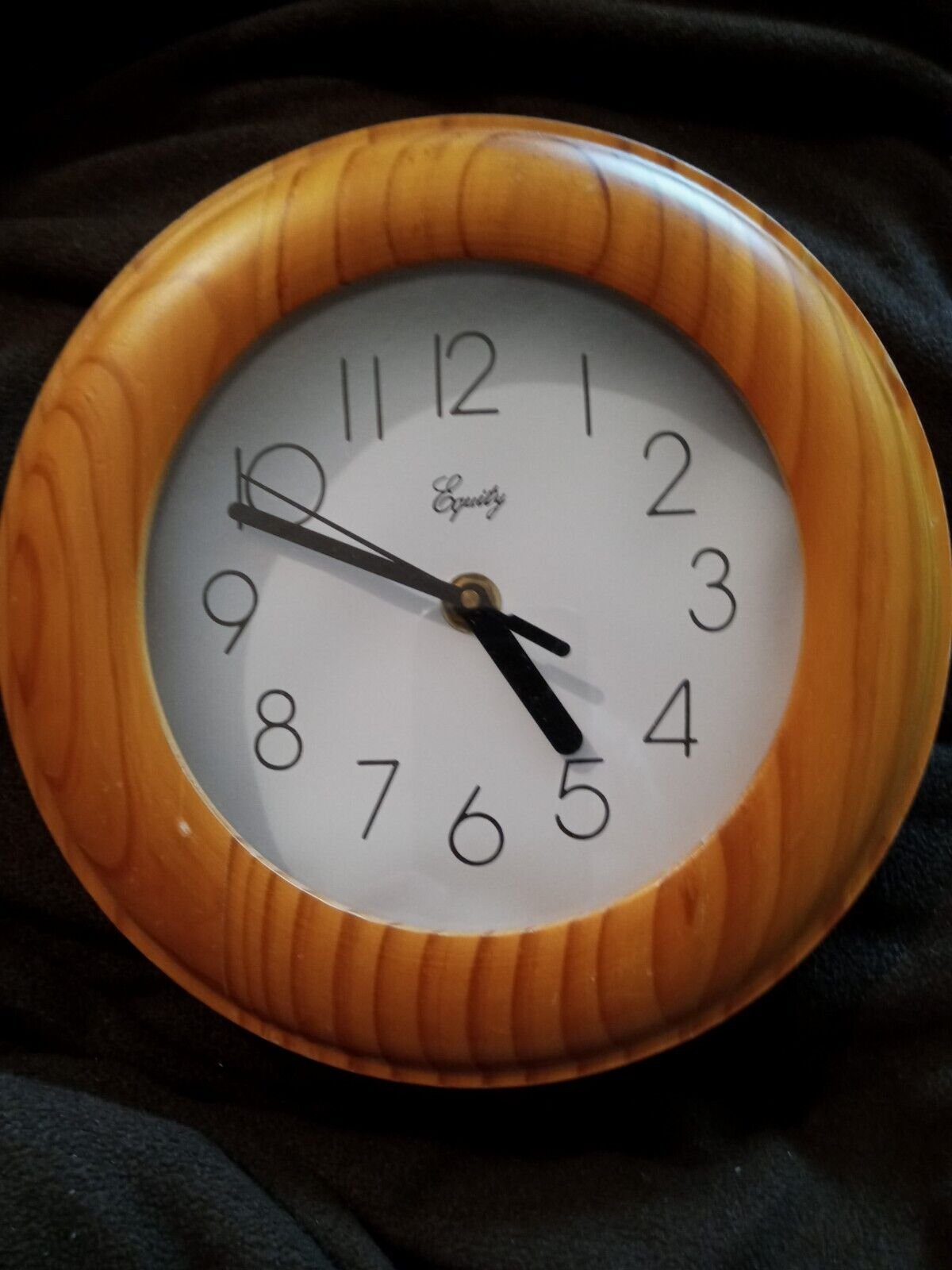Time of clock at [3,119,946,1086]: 4:48
